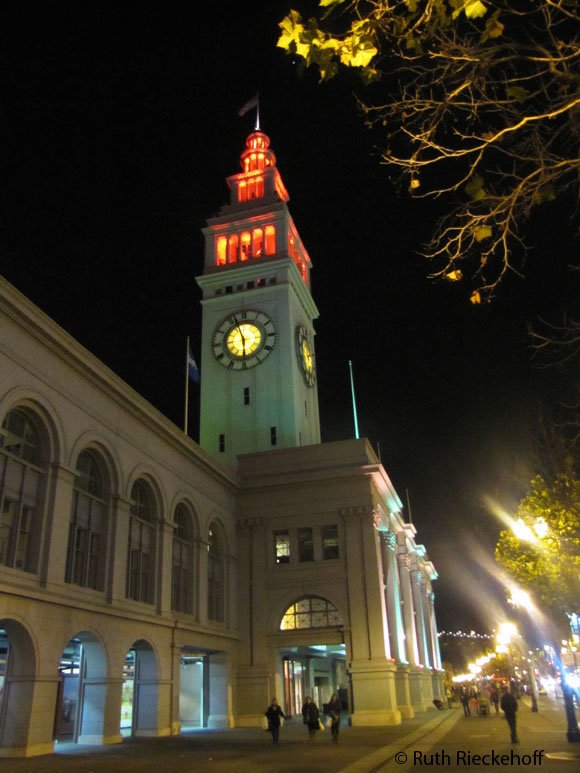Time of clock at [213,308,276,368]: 5:56
